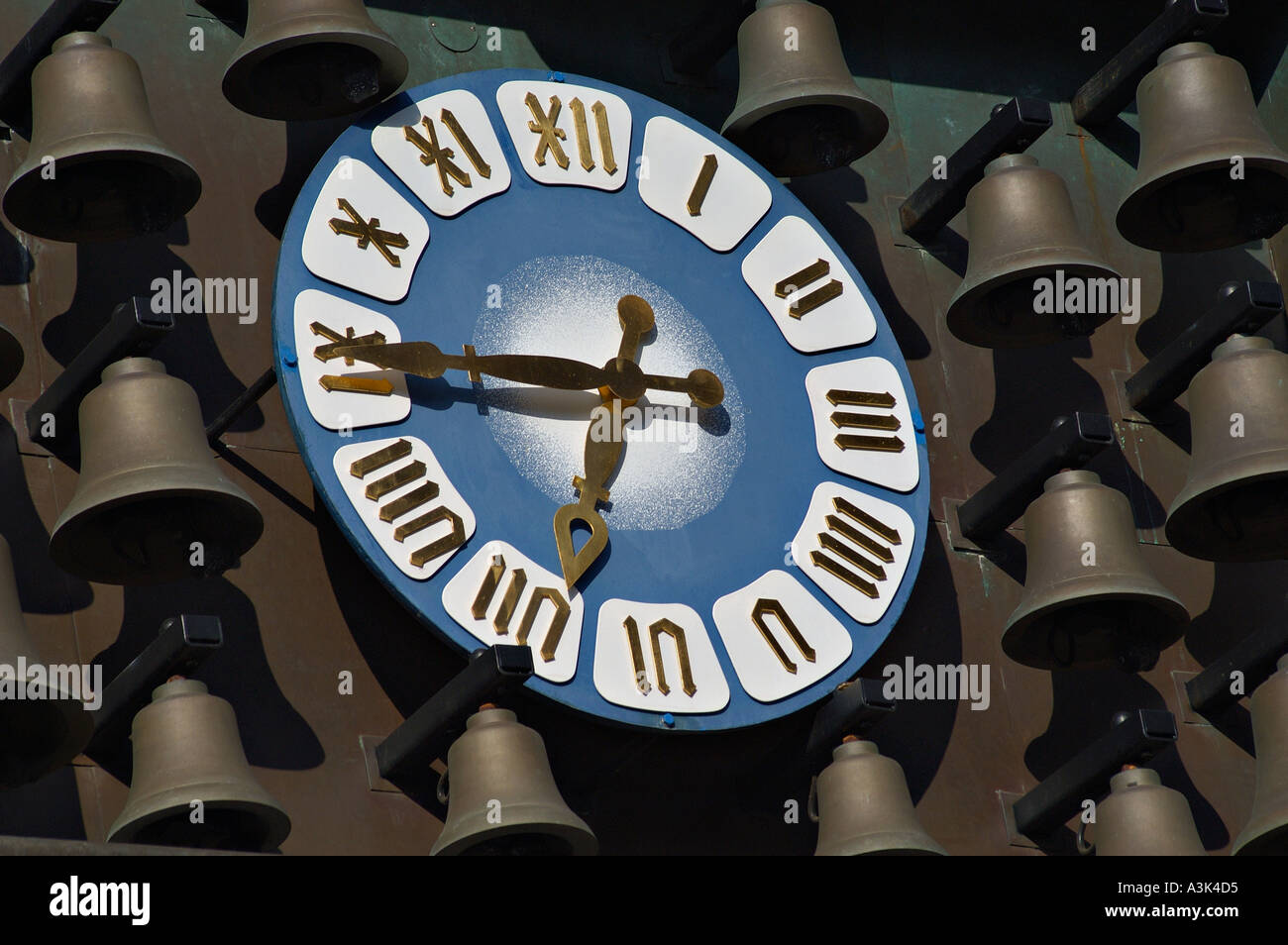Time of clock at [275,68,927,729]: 6:45
